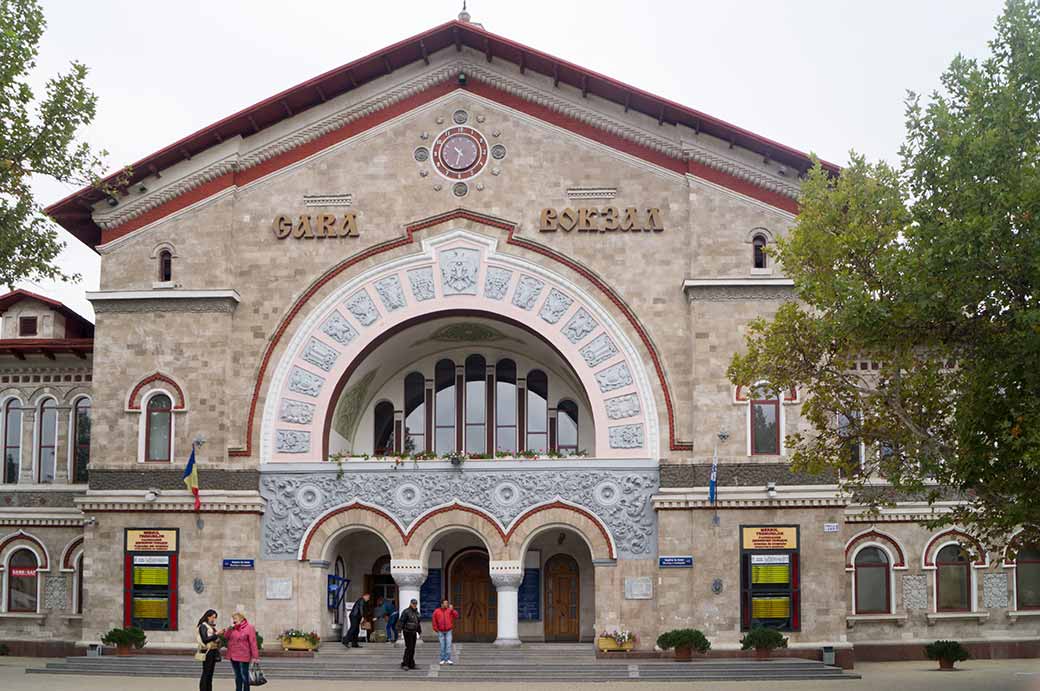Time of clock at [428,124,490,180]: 10:32
